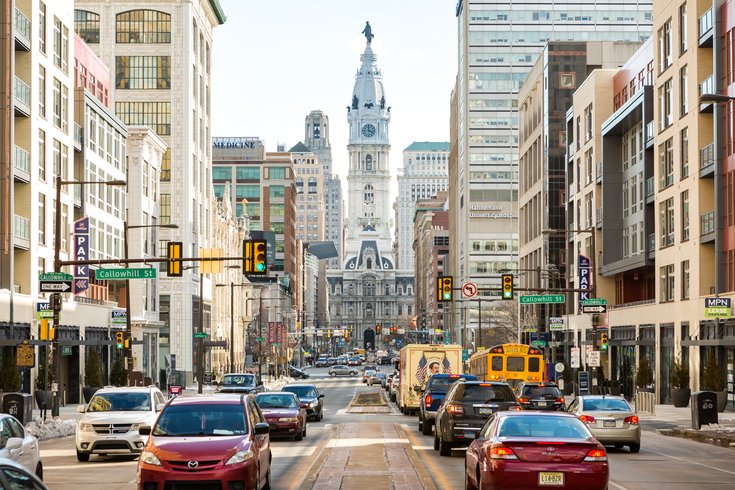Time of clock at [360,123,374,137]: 3:59
